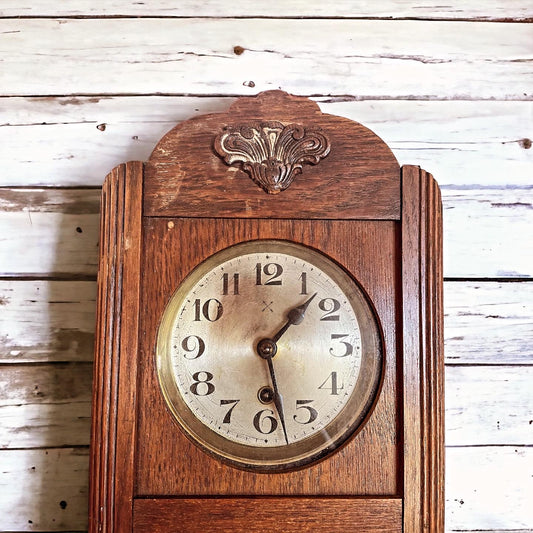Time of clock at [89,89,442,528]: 1:28
